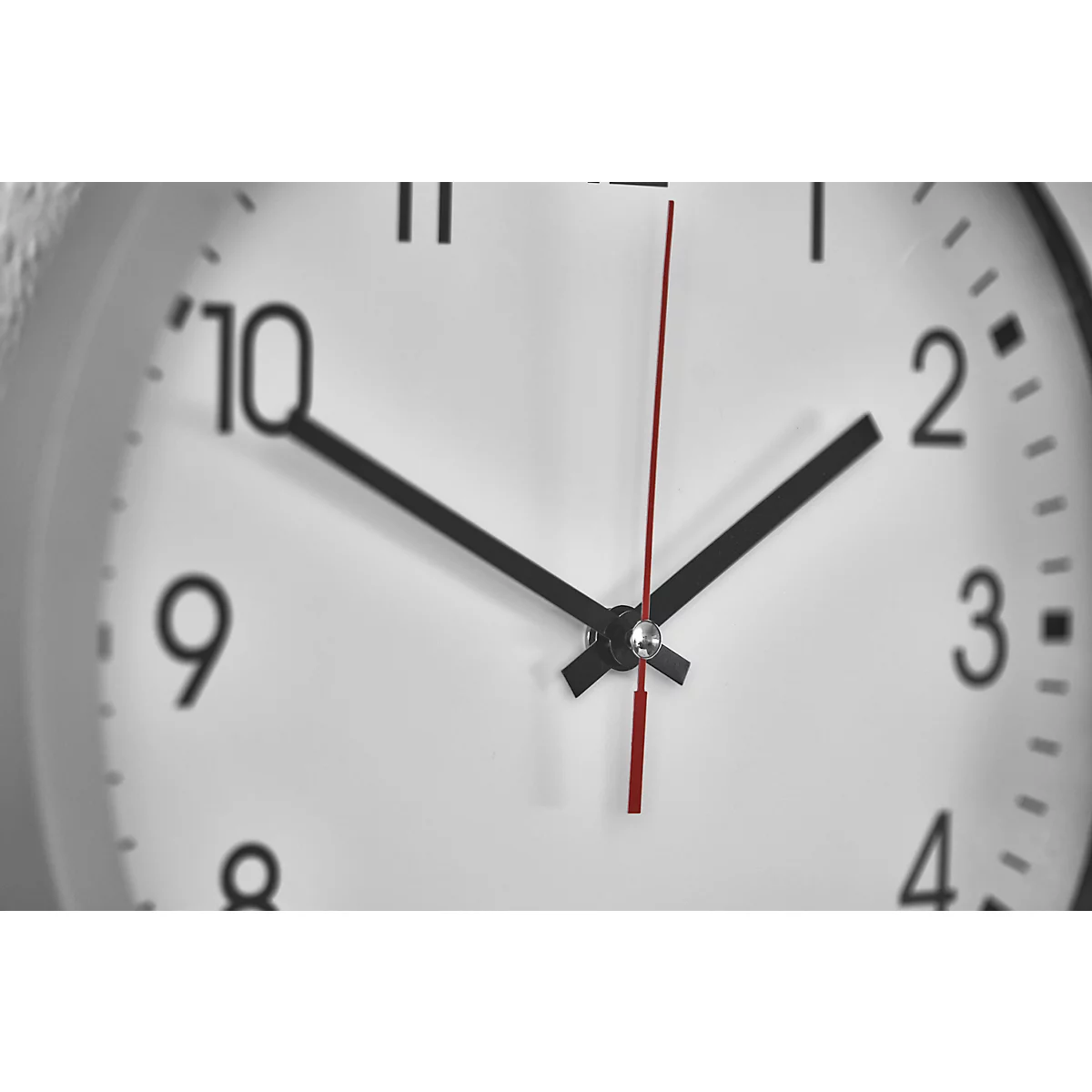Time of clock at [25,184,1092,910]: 1:49
